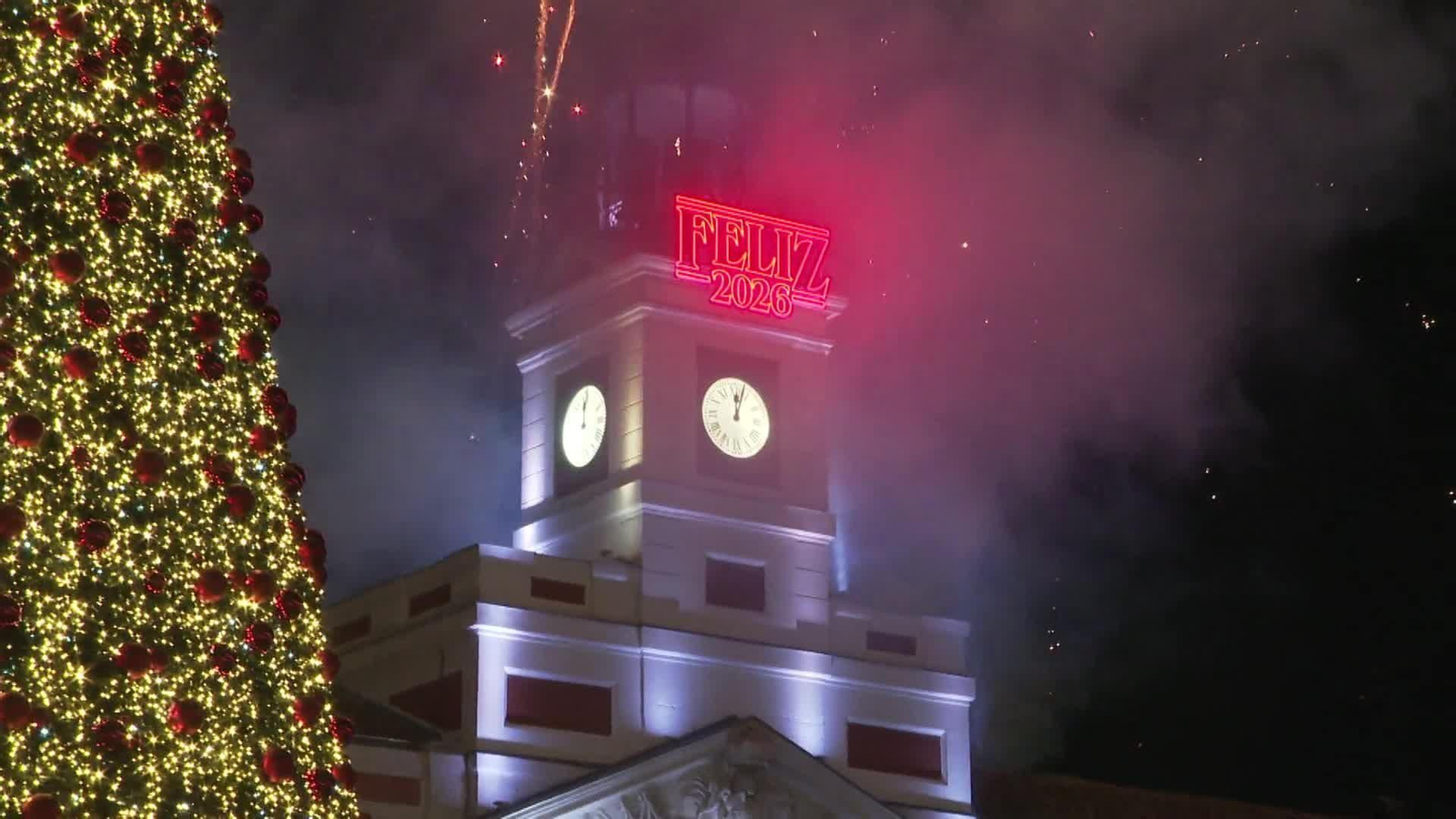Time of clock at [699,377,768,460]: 12:03
